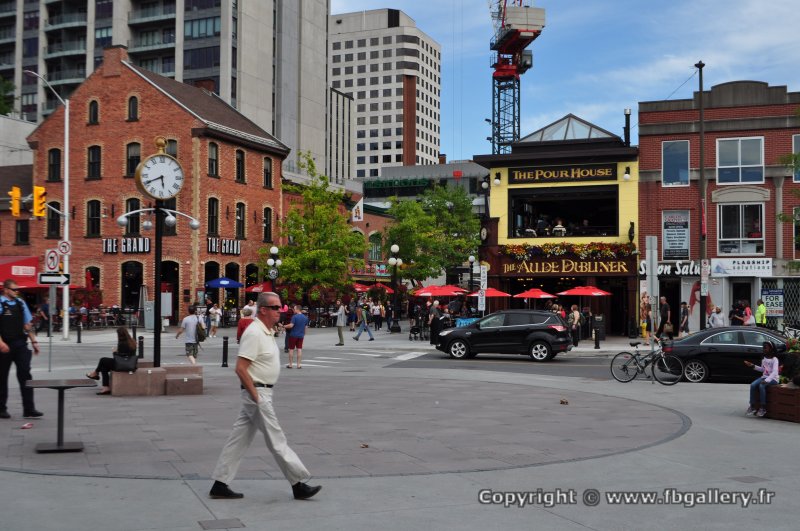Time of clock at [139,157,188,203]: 5:40
